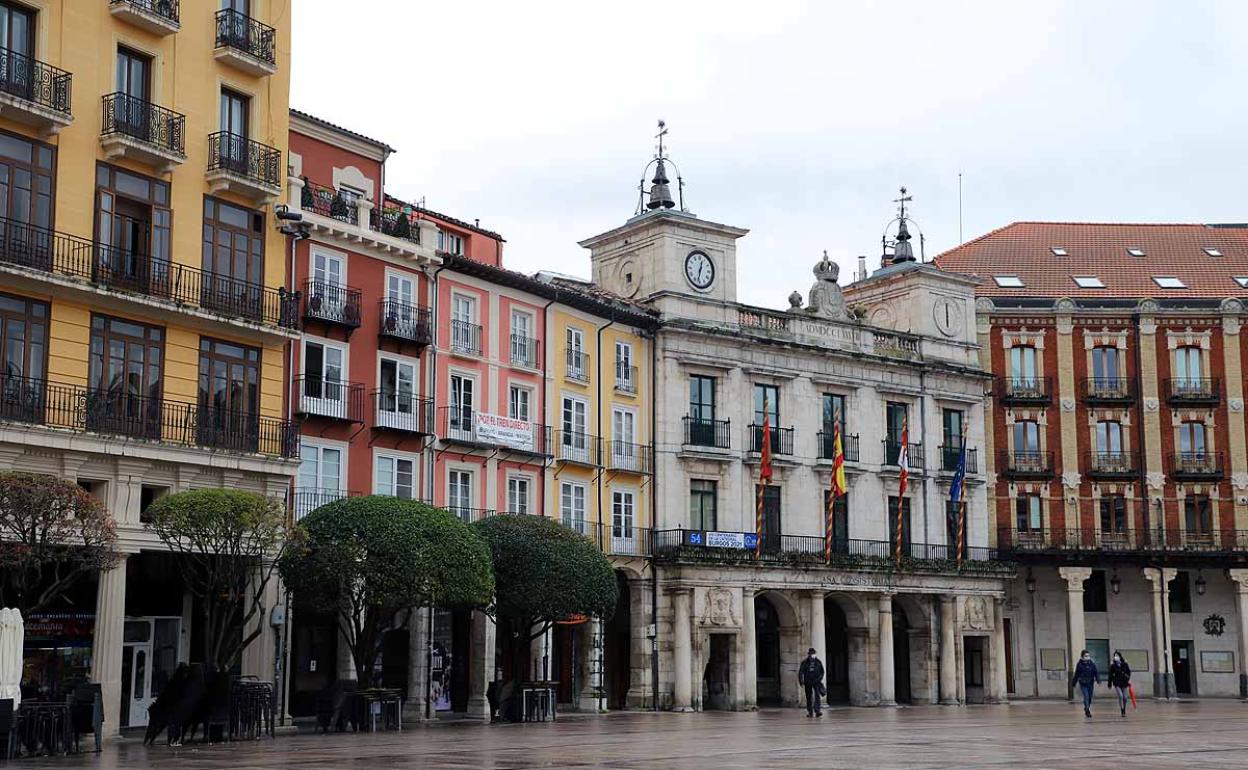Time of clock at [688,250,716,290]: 12:32
